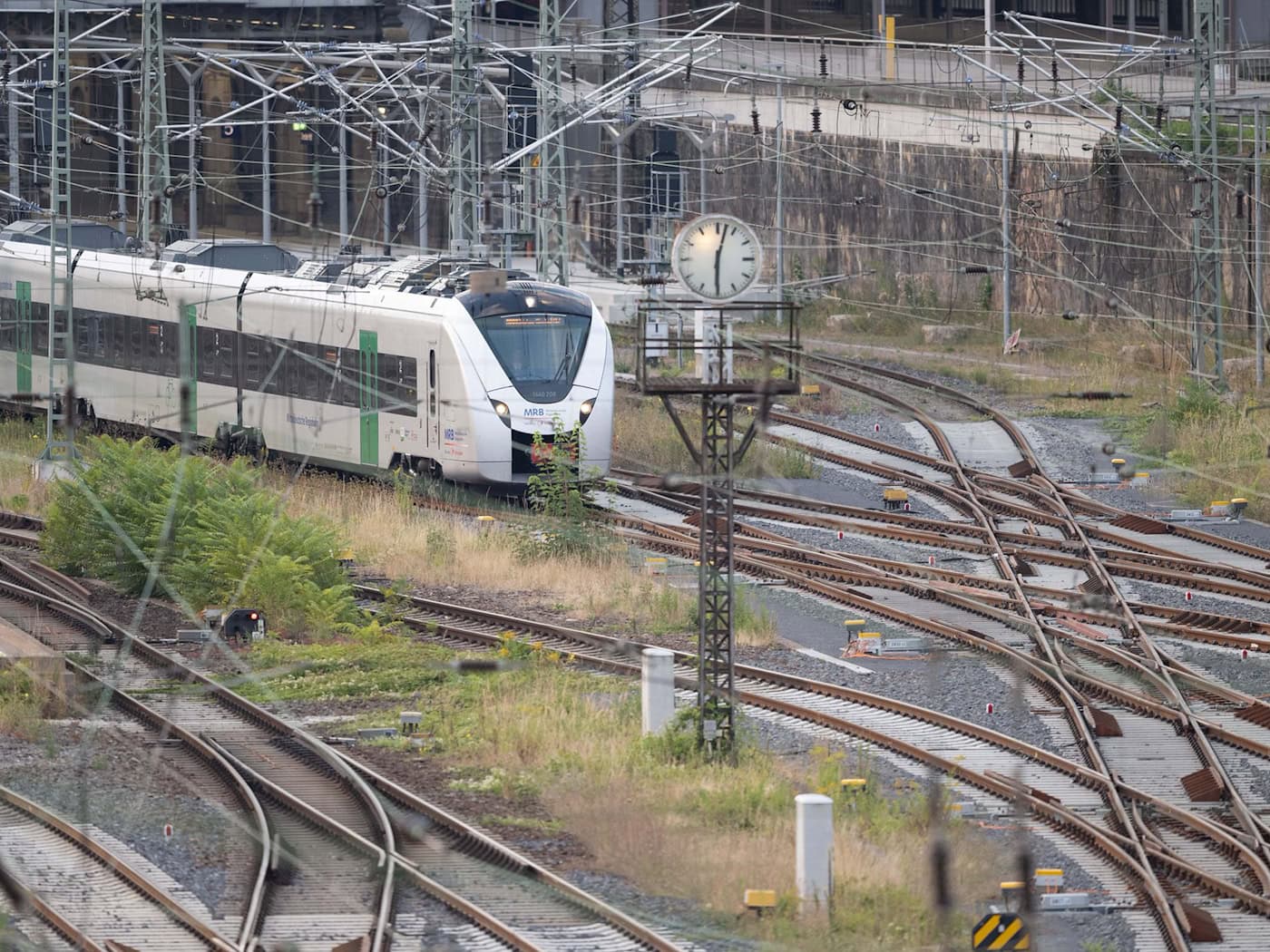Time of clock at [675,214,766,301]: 6:02
